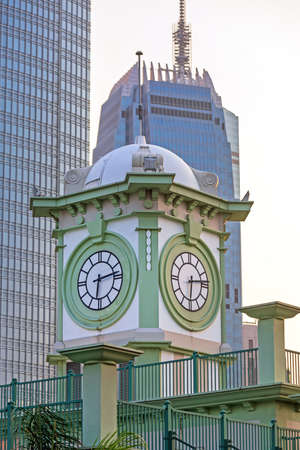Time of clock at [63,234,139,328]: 6:13
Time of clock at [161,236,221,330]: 6:13
